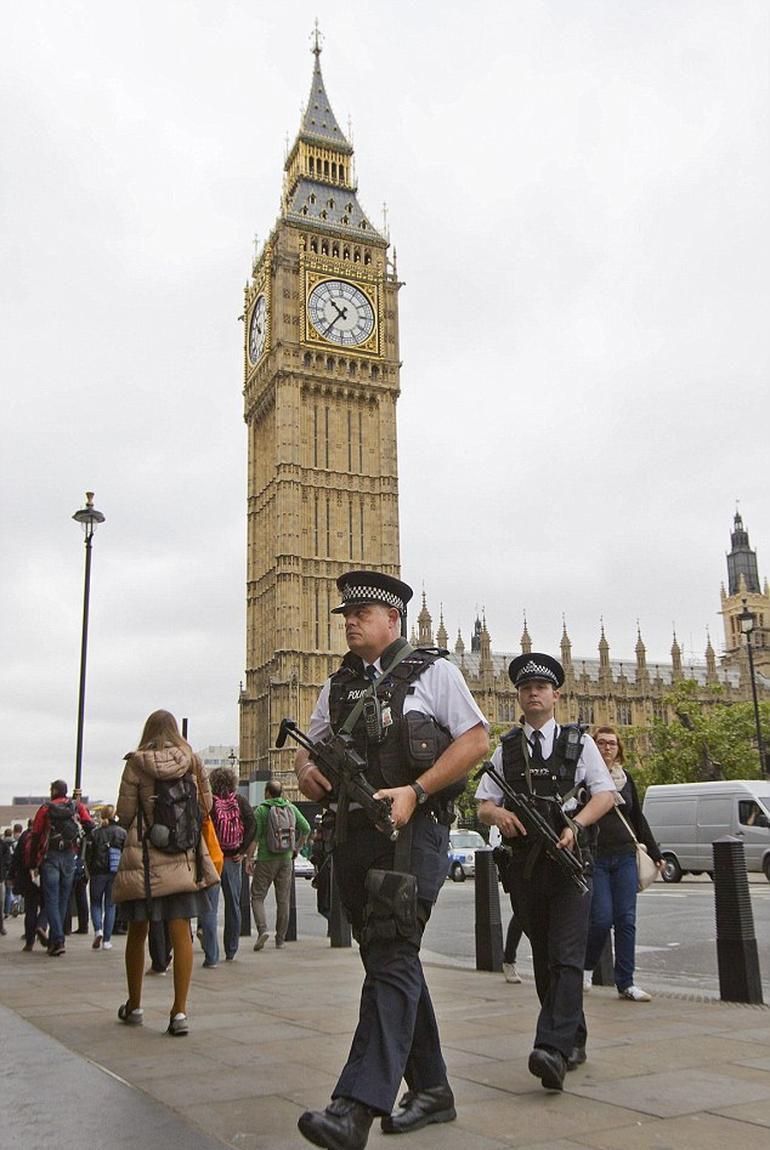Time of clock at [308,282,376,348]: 10:36
